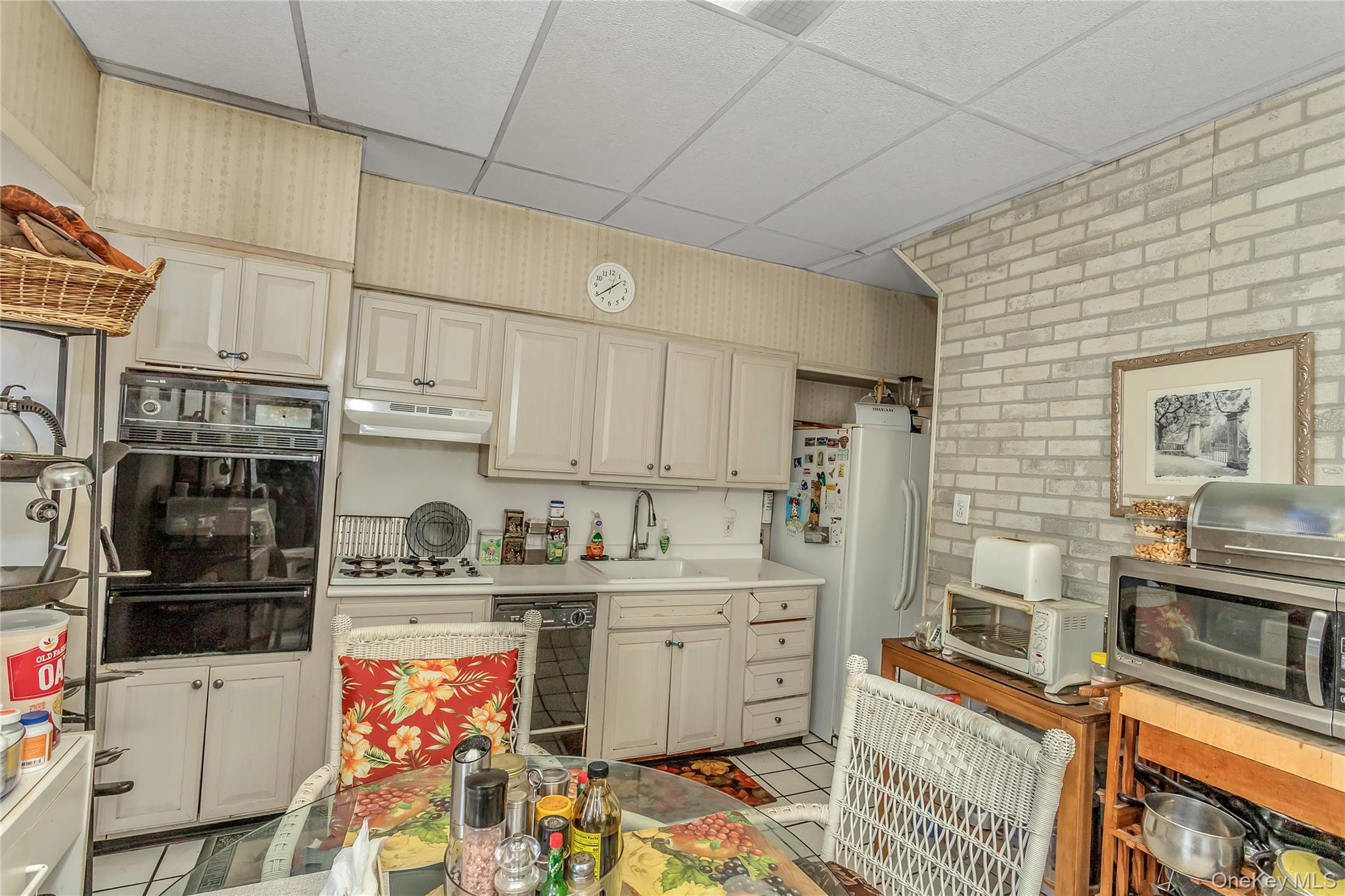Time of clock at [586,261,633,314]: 1:39
